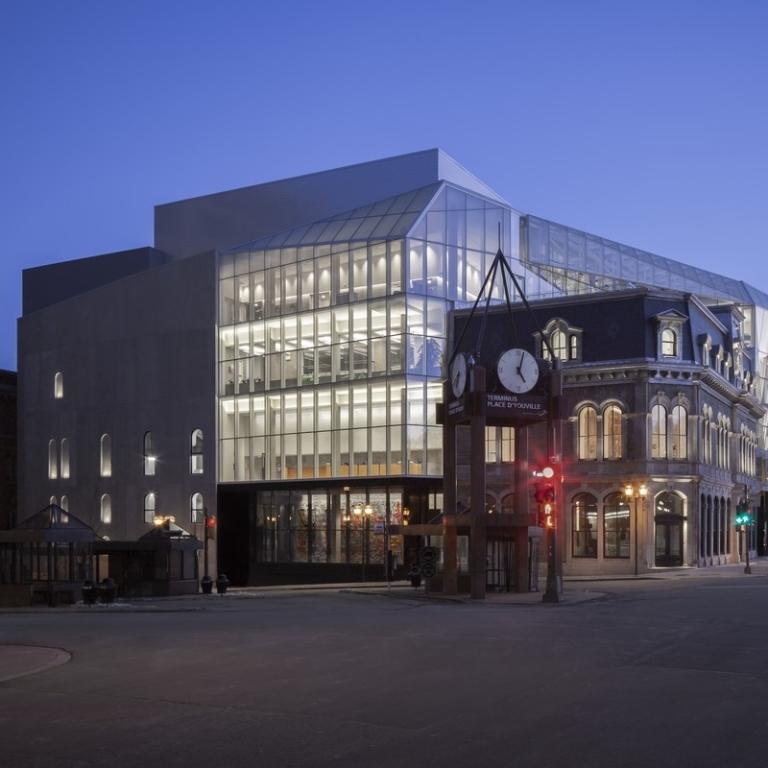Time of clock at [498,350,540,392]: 5:03
